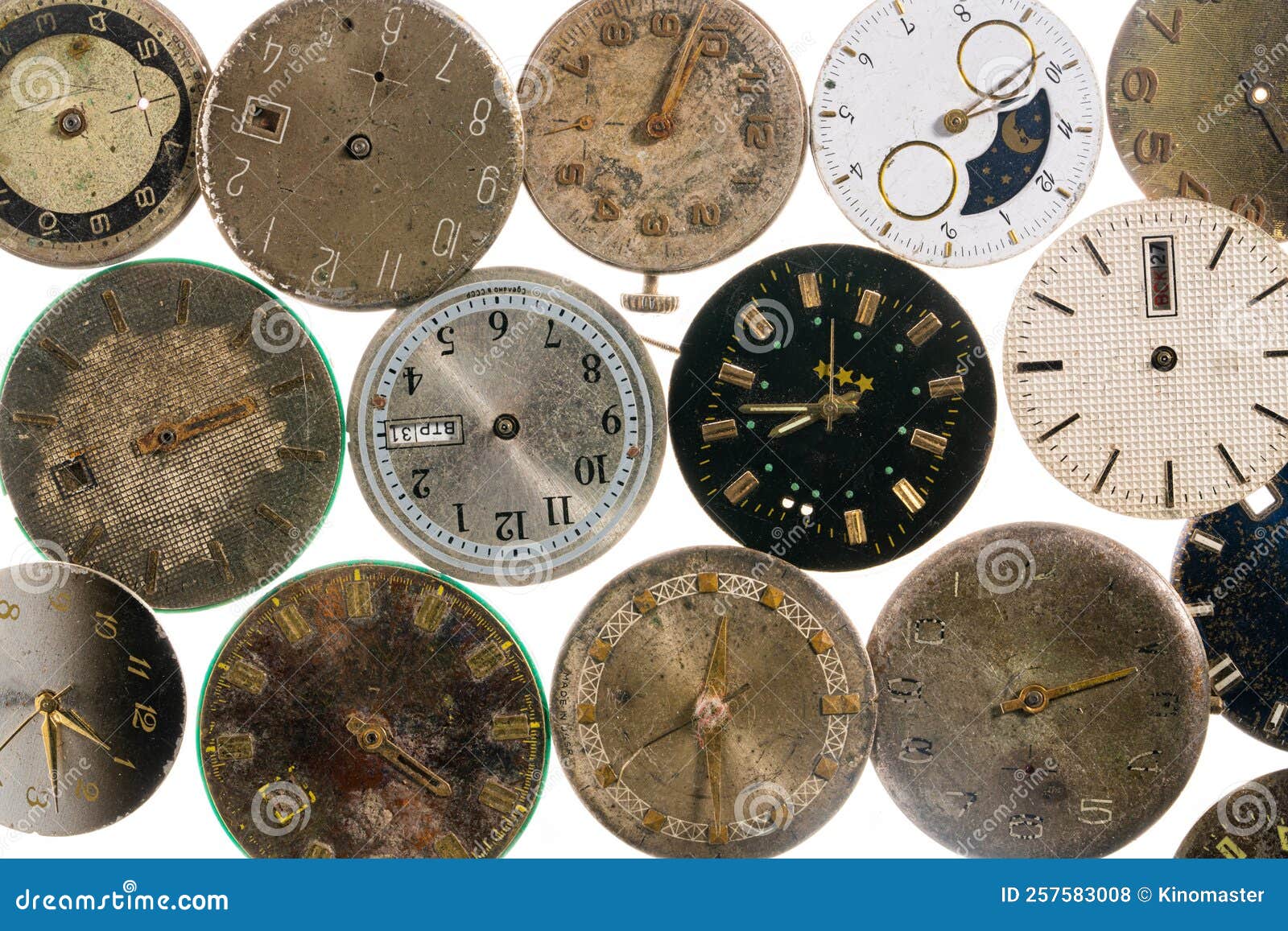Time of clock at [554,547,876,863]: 8:01
